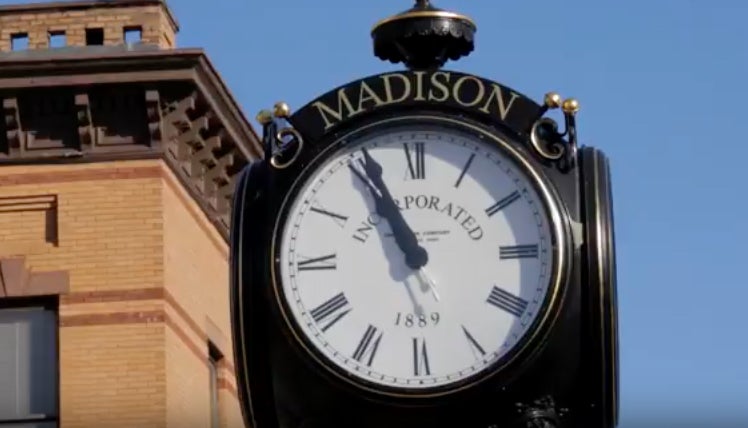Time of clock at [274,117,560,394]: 10:55
